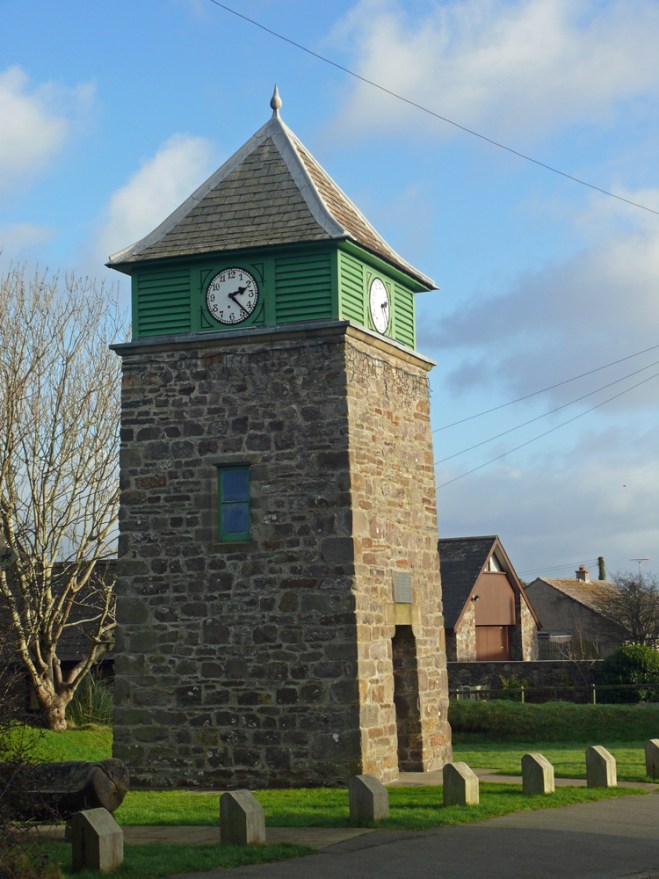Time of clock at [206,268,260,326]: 2:23
